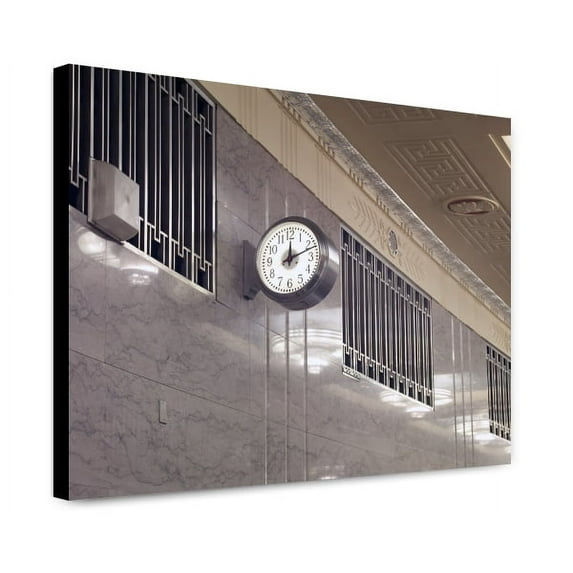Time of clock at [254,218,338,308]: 12:11
